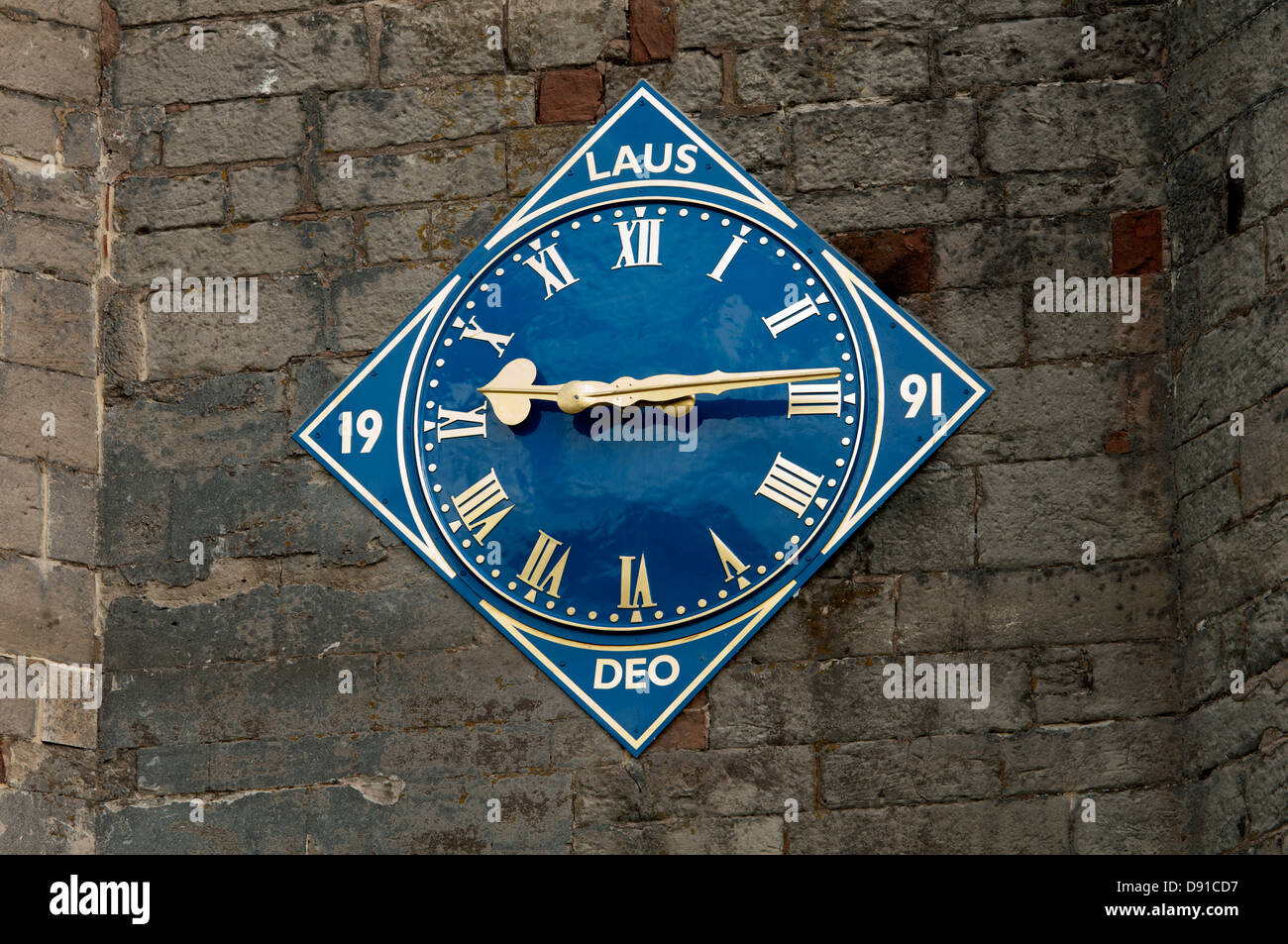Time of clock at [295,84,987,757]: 9:14
